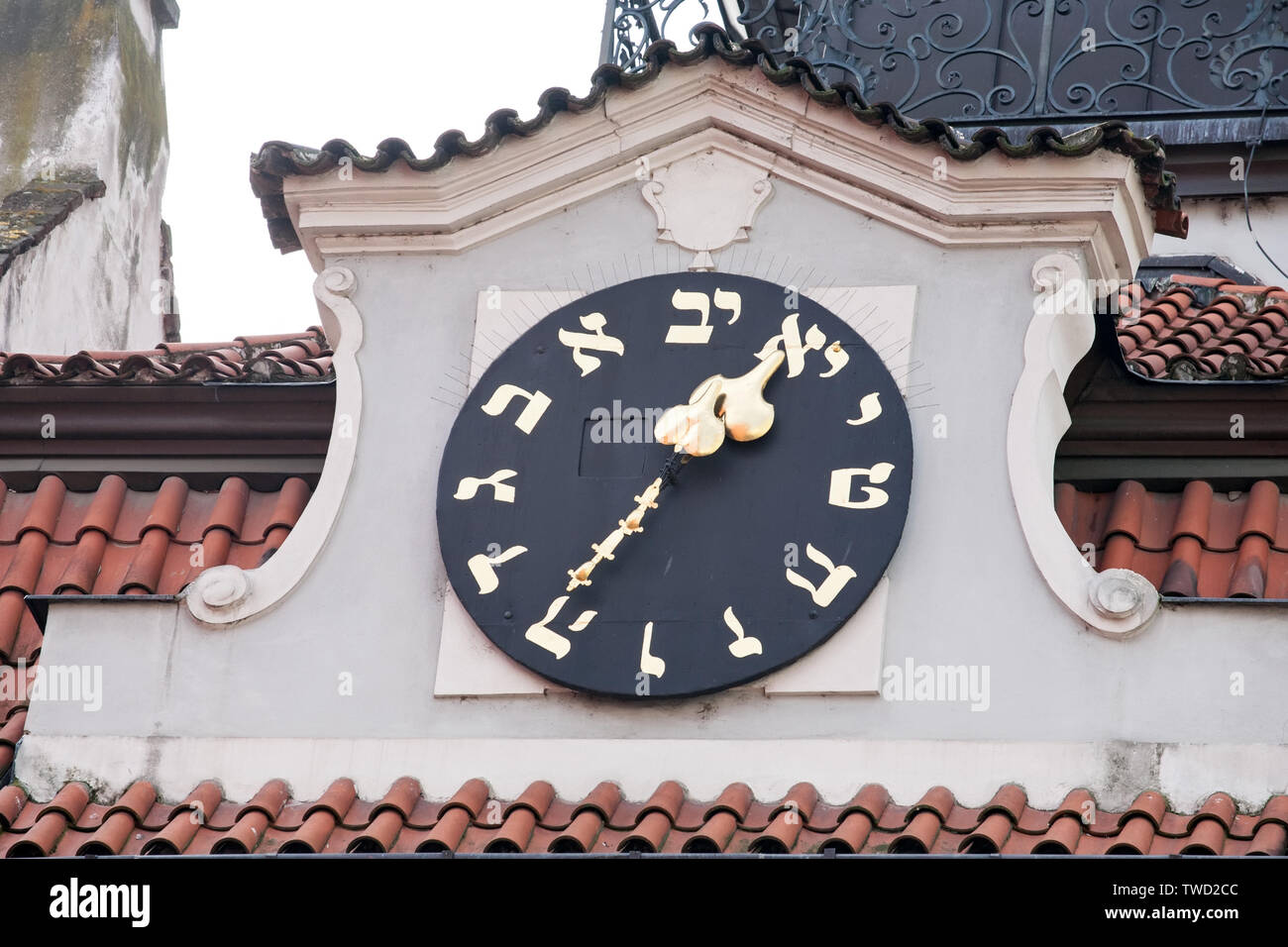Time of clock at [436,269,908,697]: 1:36
